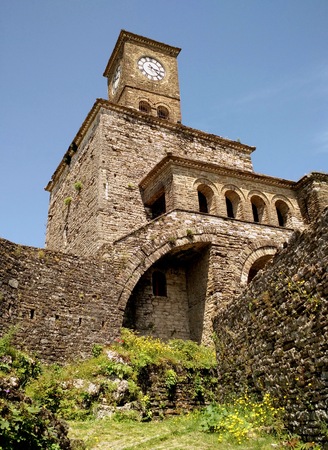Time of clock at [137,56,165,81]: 3:22
